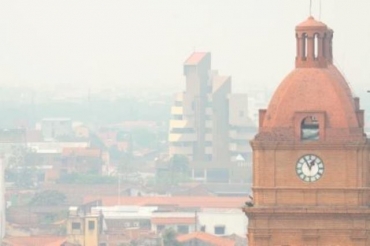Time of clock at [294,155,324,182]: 12:55
